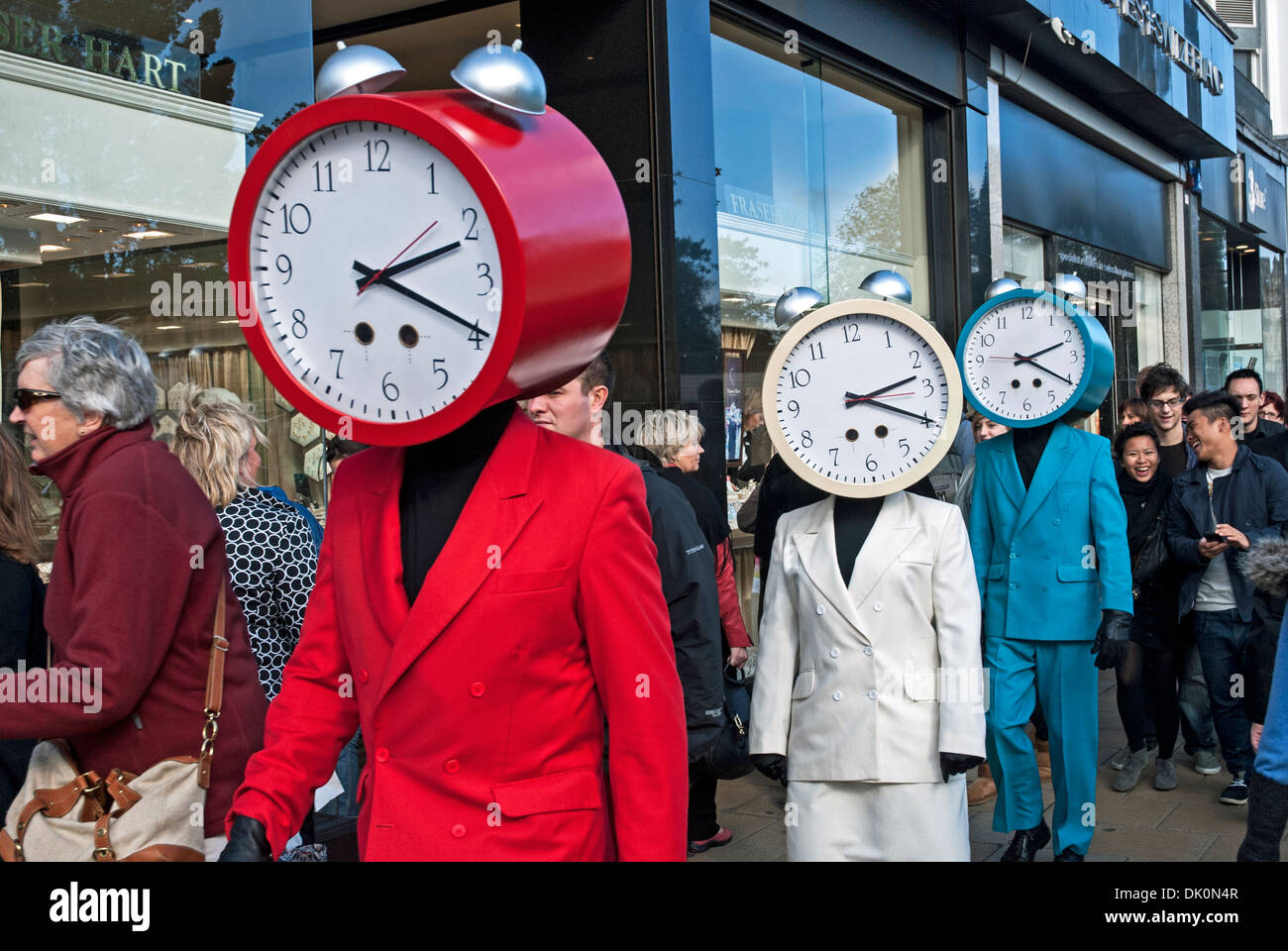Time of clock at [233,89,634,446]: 2:19
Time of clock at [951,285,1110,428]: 2:20
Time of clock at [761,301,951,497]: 2:19
